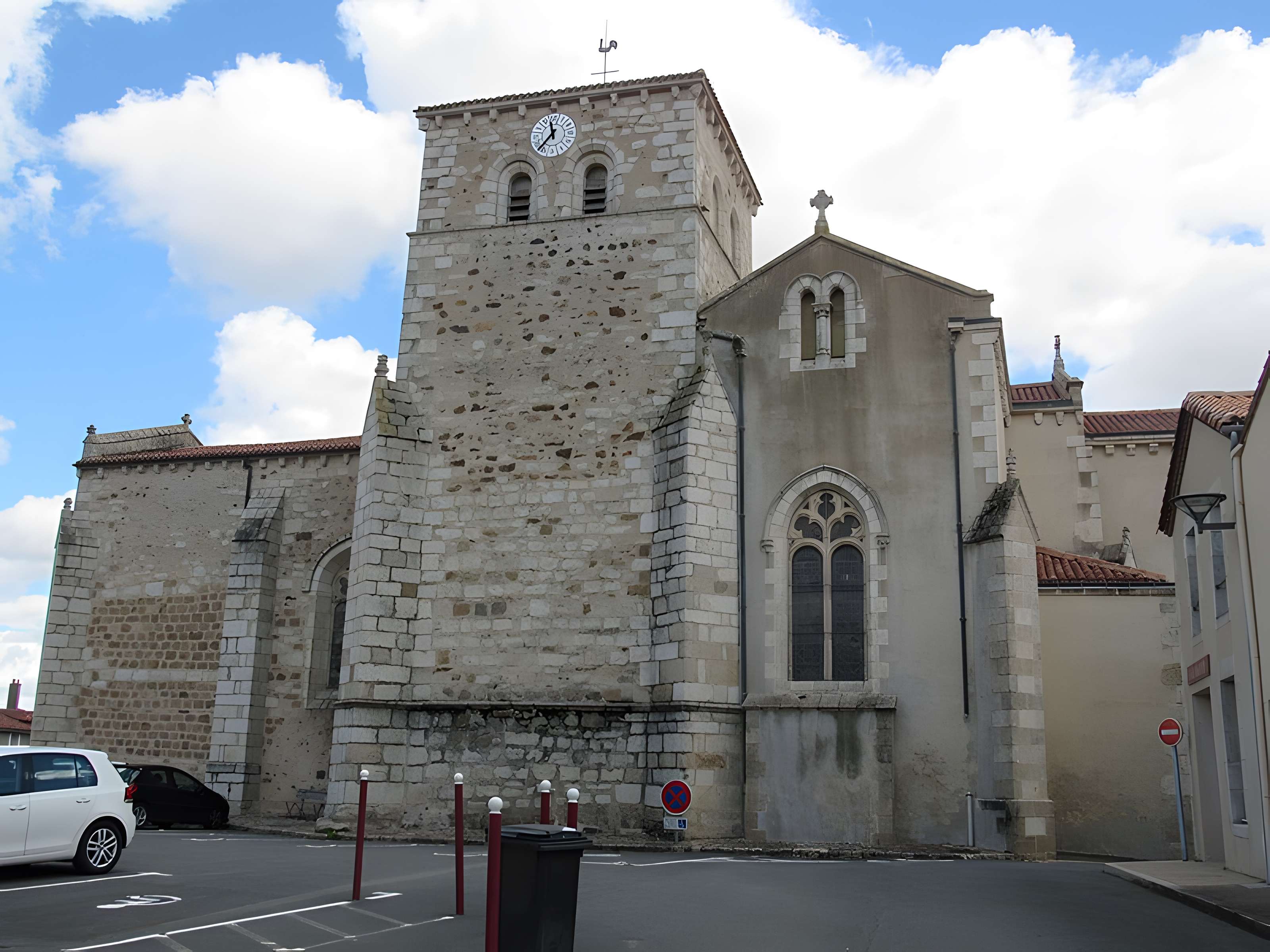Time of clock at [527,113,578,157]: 11:36
